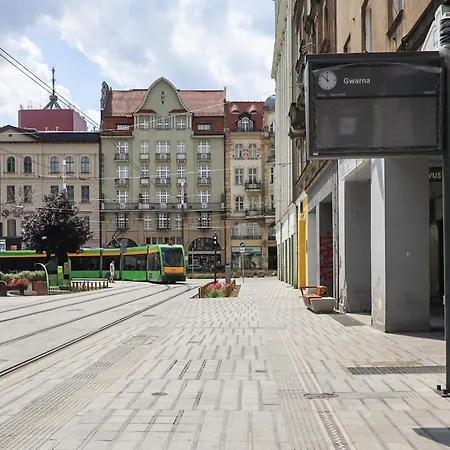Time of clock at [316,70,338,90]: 11:52
